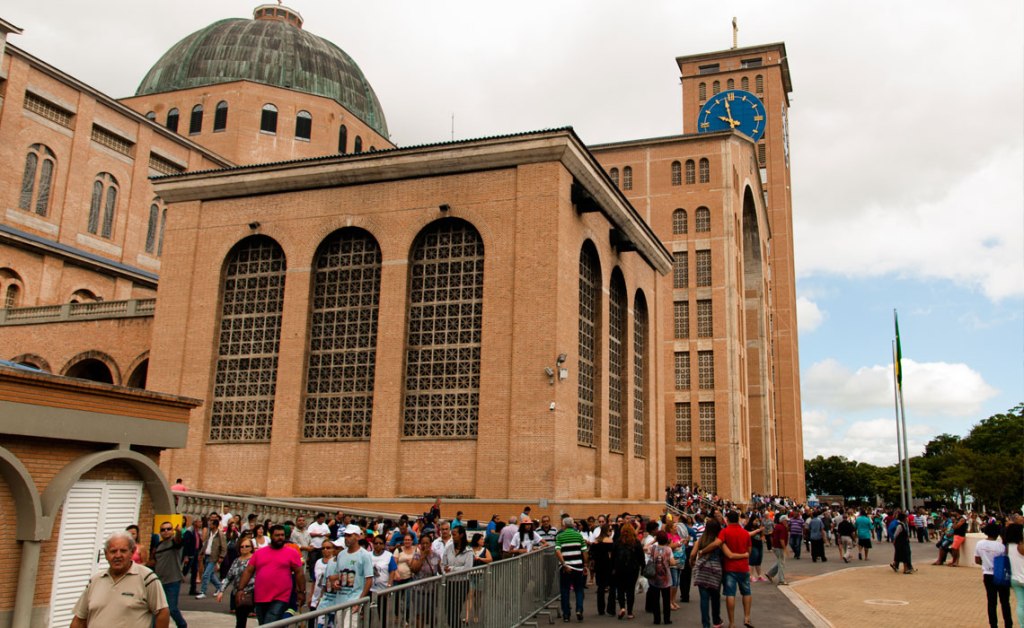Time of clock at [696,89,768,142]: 9:57
